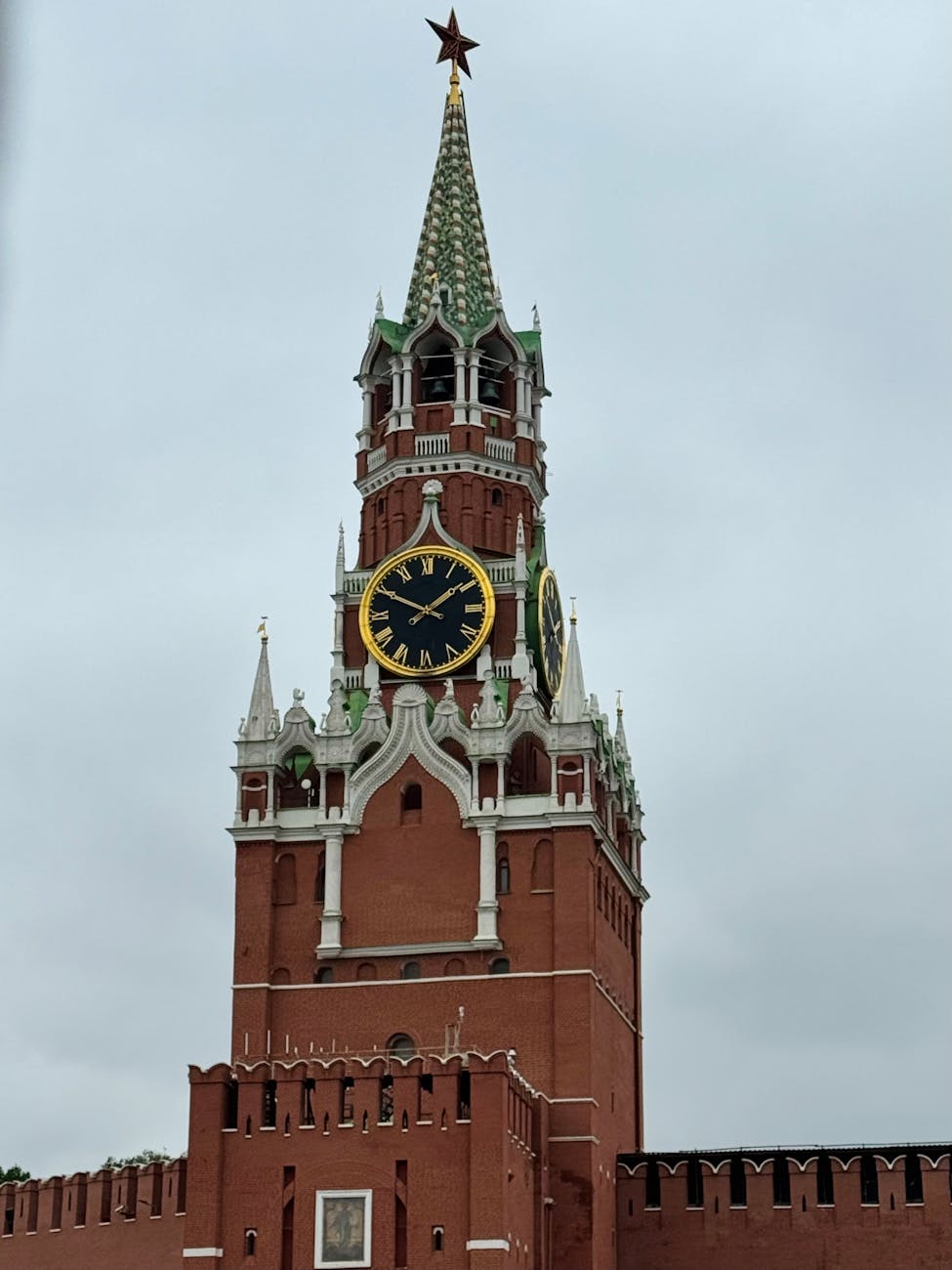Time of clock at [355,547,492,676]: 1:49
